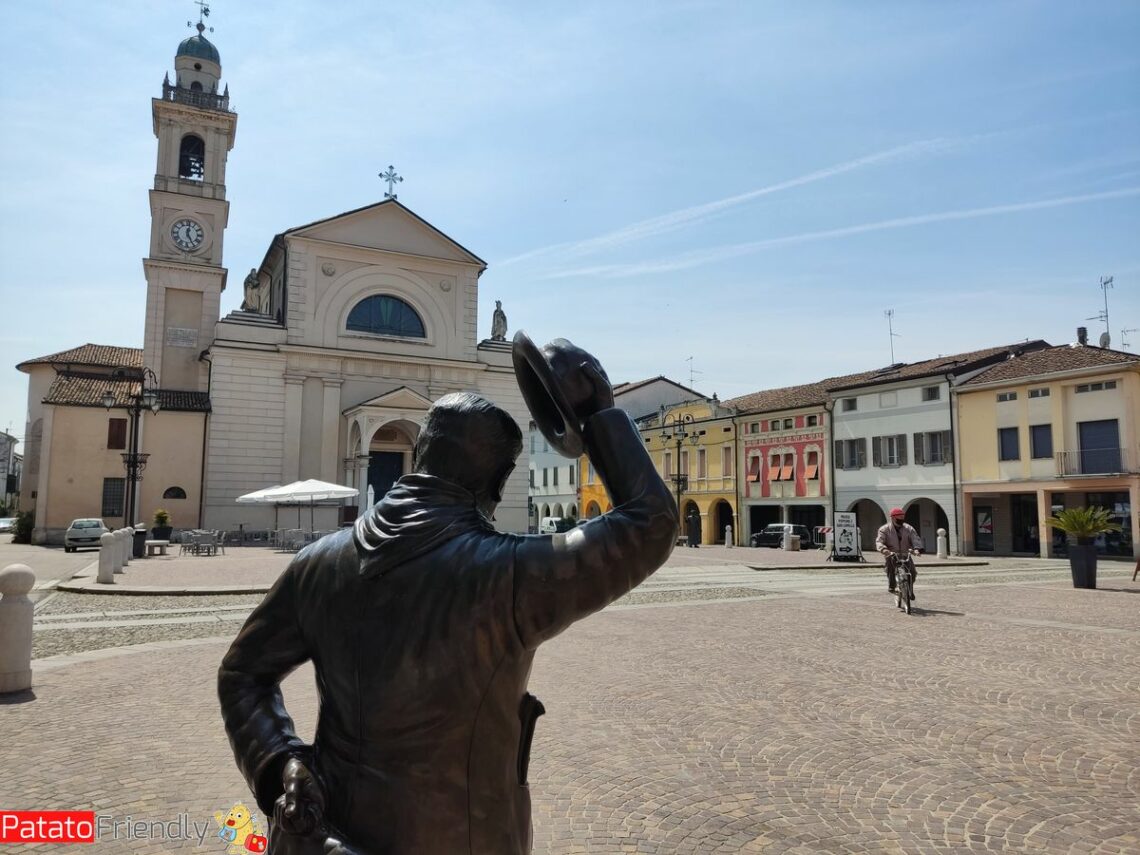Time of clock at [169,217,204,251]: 5:00
